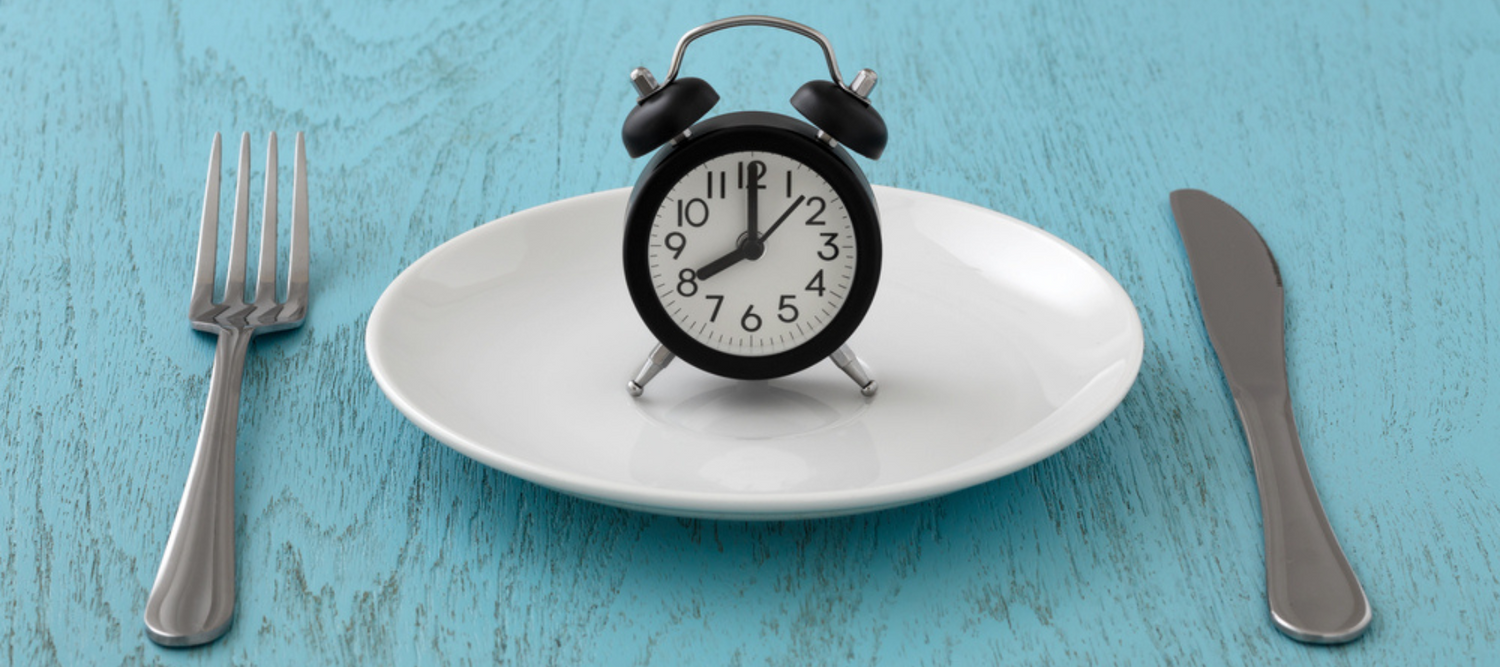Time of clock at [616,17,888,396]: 8:00
